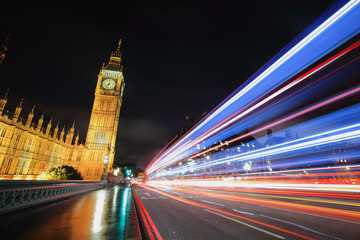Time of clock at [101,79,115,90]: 7:01
